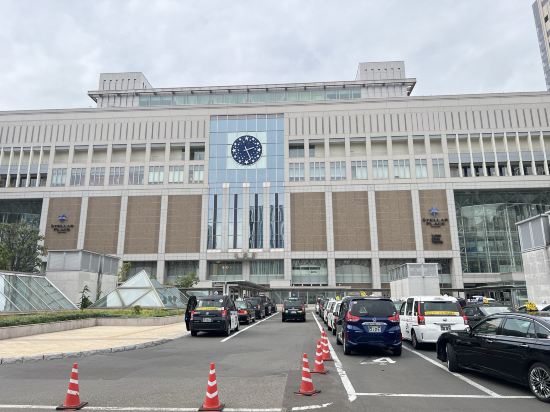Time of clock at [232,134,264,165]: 2:26
